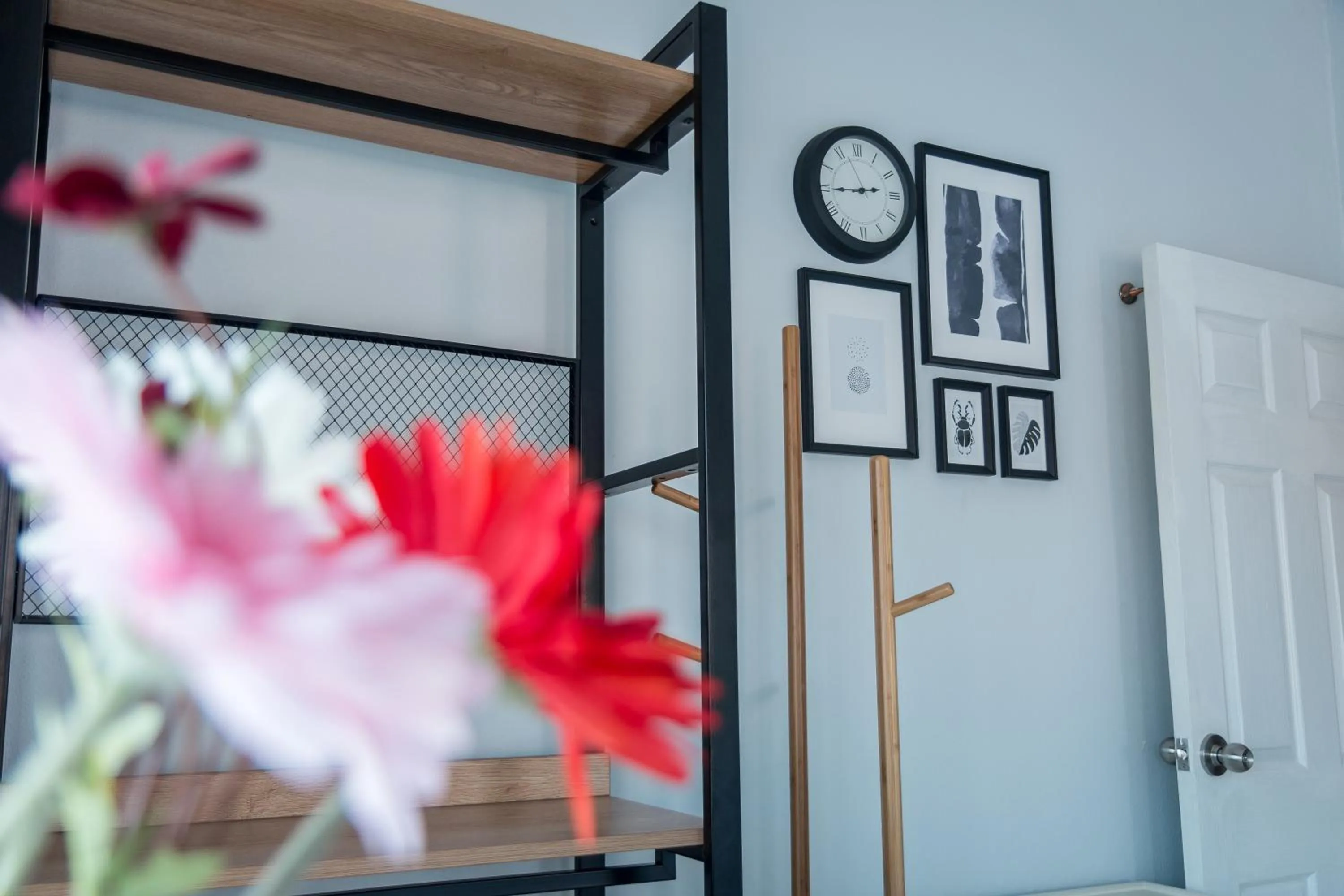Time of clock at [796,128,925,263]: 2:44
